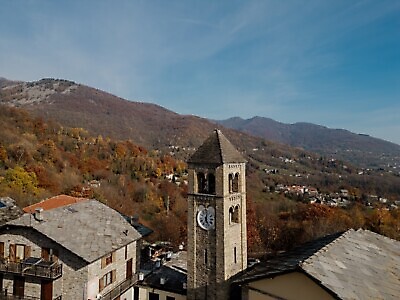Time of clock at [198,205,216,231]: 12:26
